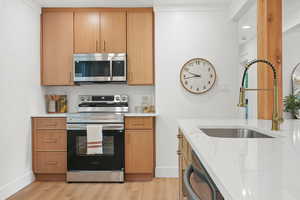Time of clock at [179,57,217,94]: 9:43
